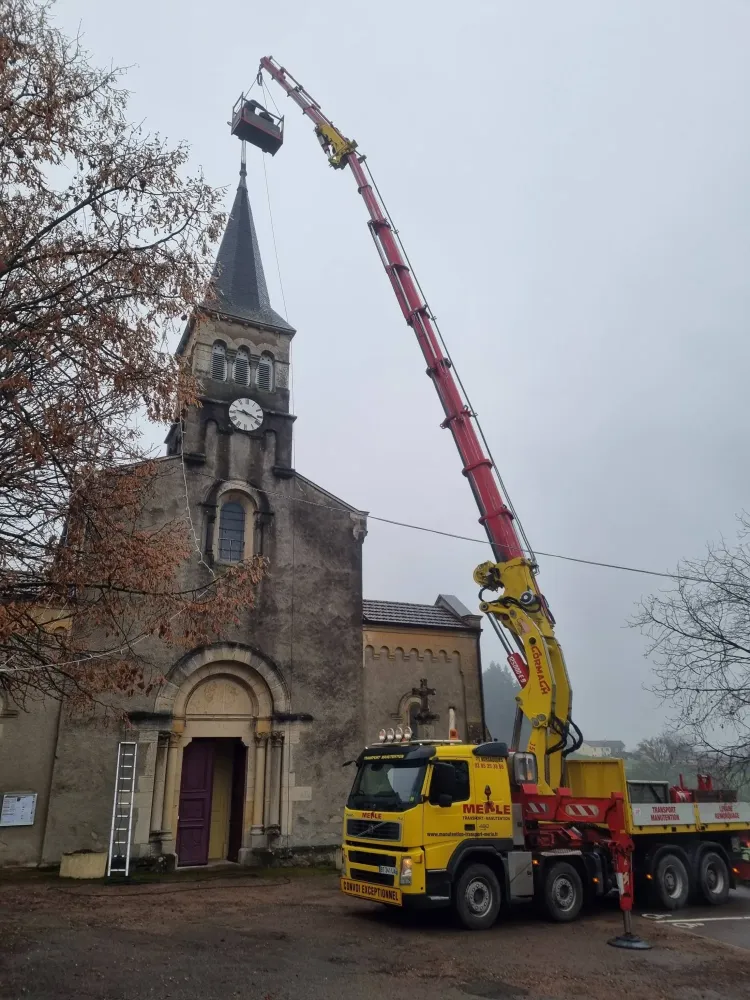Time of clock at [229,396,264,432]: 9:18
